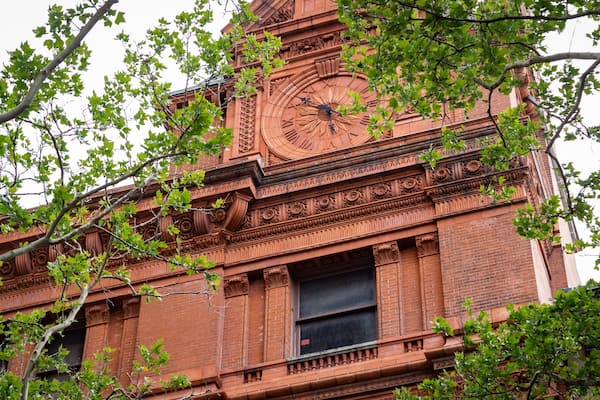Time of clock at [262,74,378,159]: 5:51
